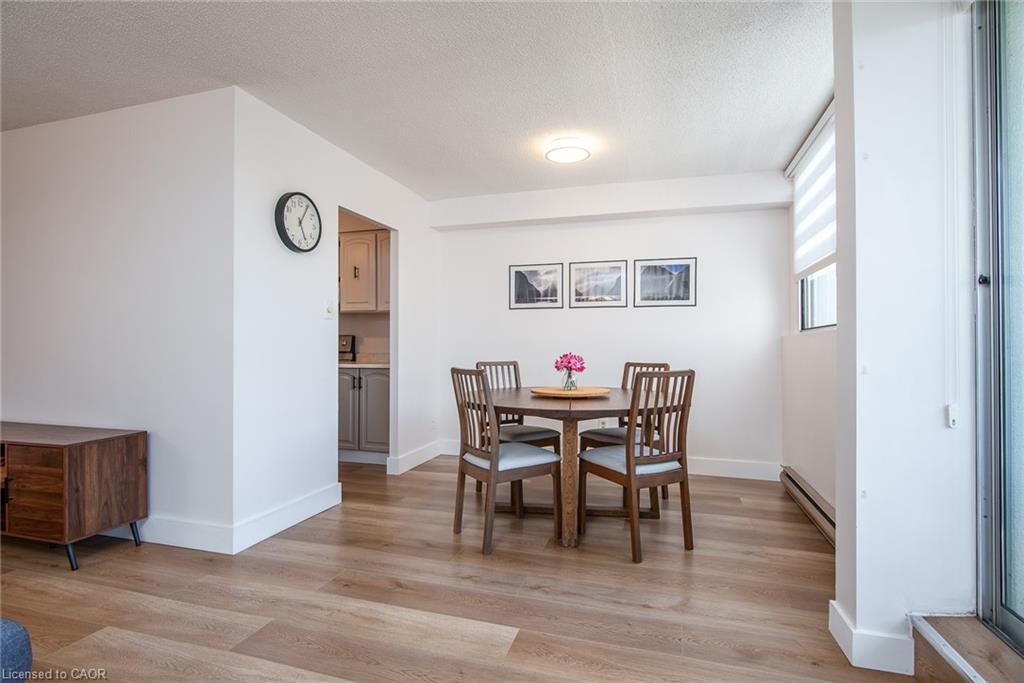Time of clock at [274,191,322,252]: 5:05
